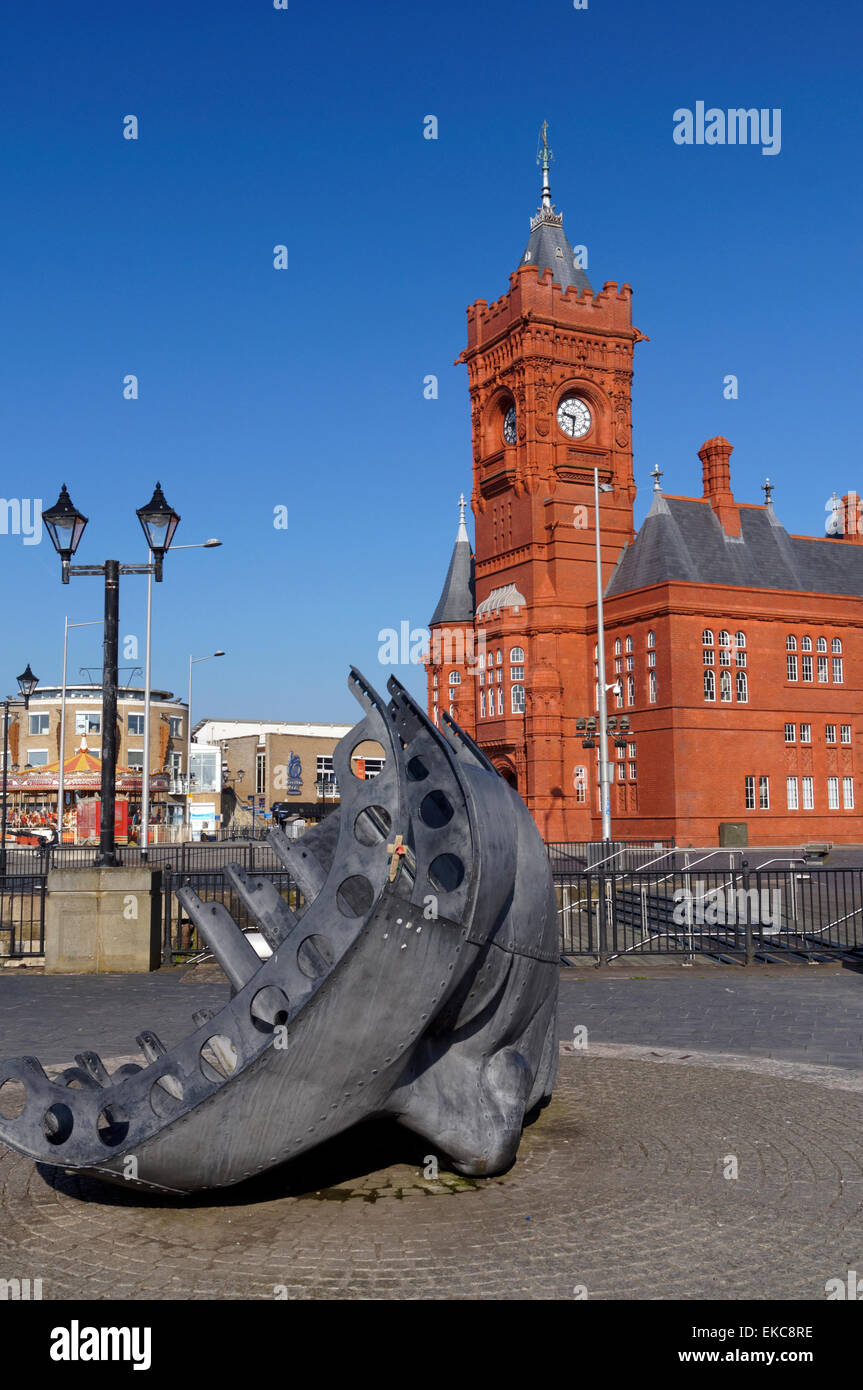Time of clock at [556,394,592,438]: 9:30
